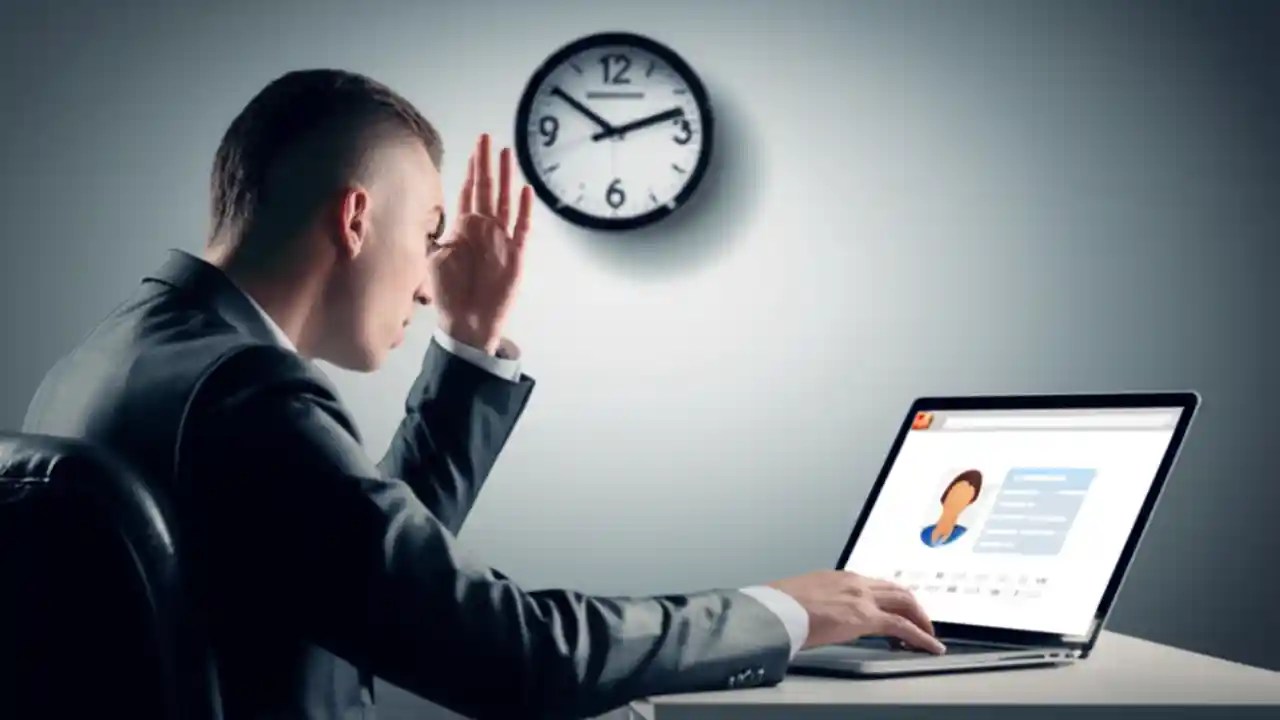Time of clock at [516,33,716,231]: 10:12
